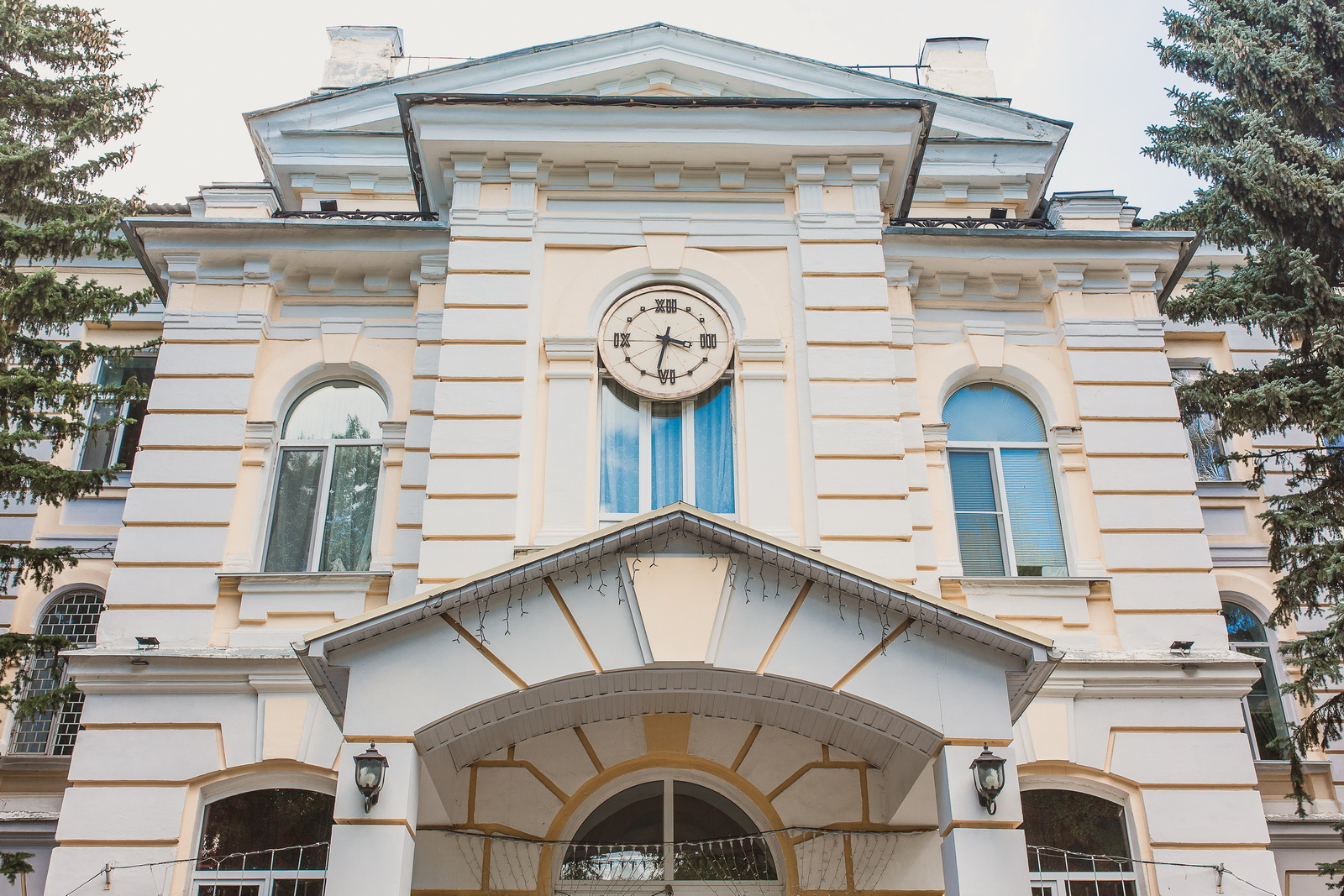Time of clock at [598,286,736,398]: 3:31
